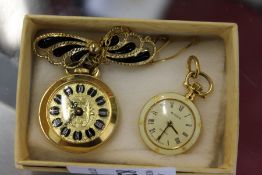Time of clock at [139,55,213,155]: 4:35
